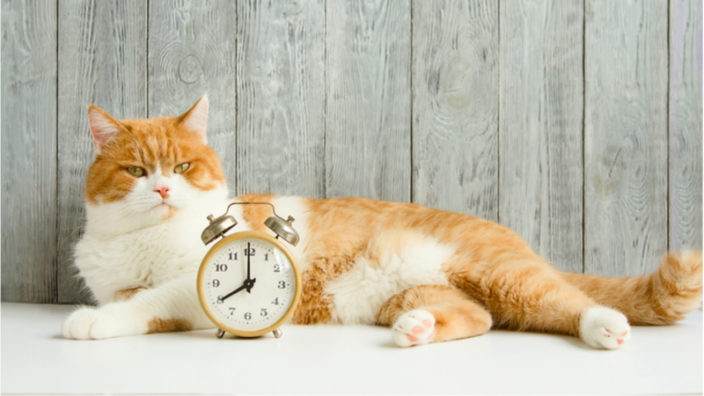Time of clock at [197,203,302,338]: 8:00
